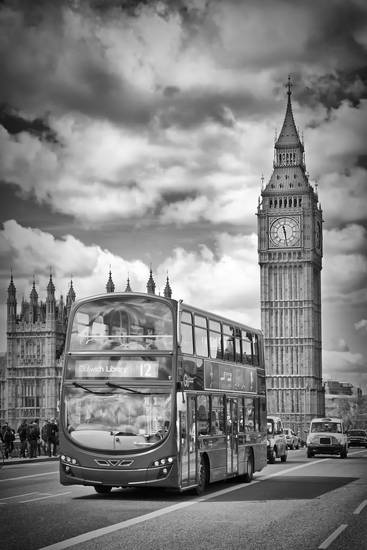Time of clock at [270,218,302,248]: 11:28
